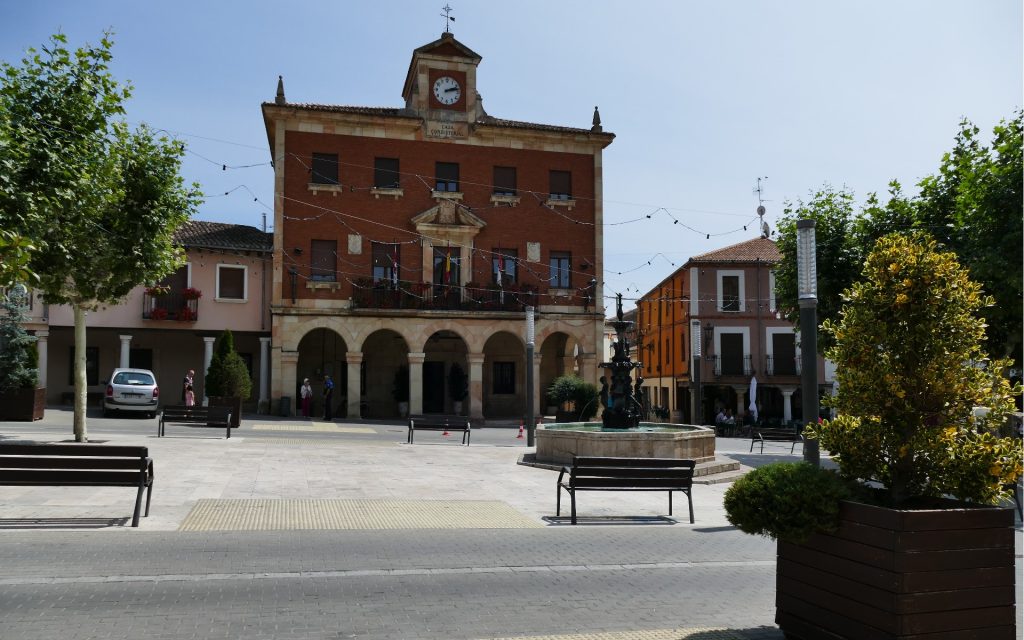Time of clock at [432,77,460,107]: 2:12
